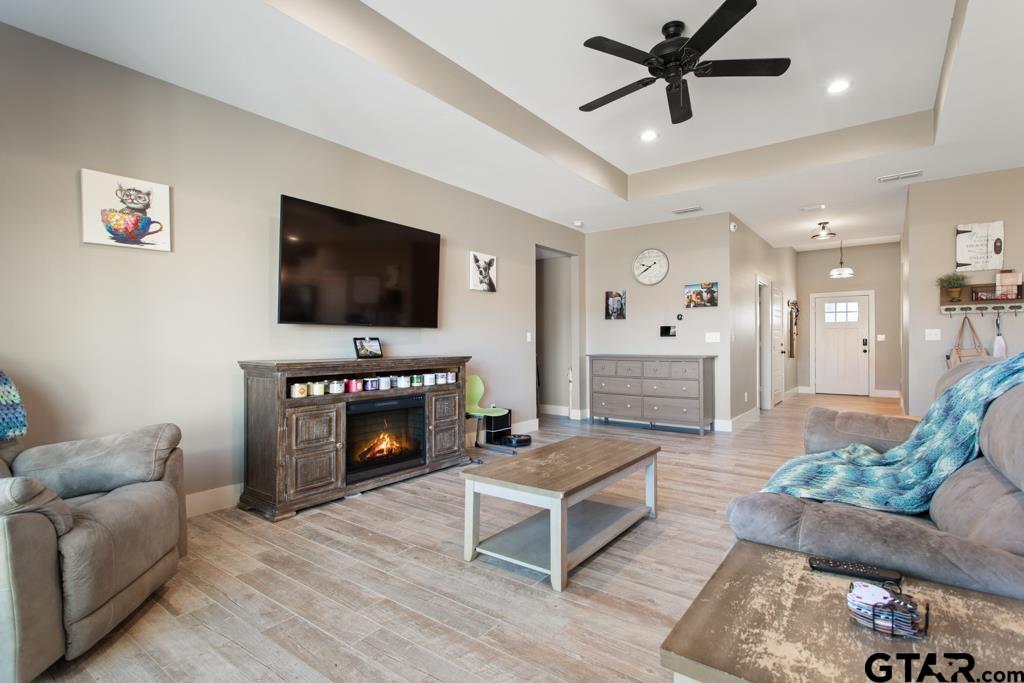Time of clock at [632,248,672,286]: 9:39
